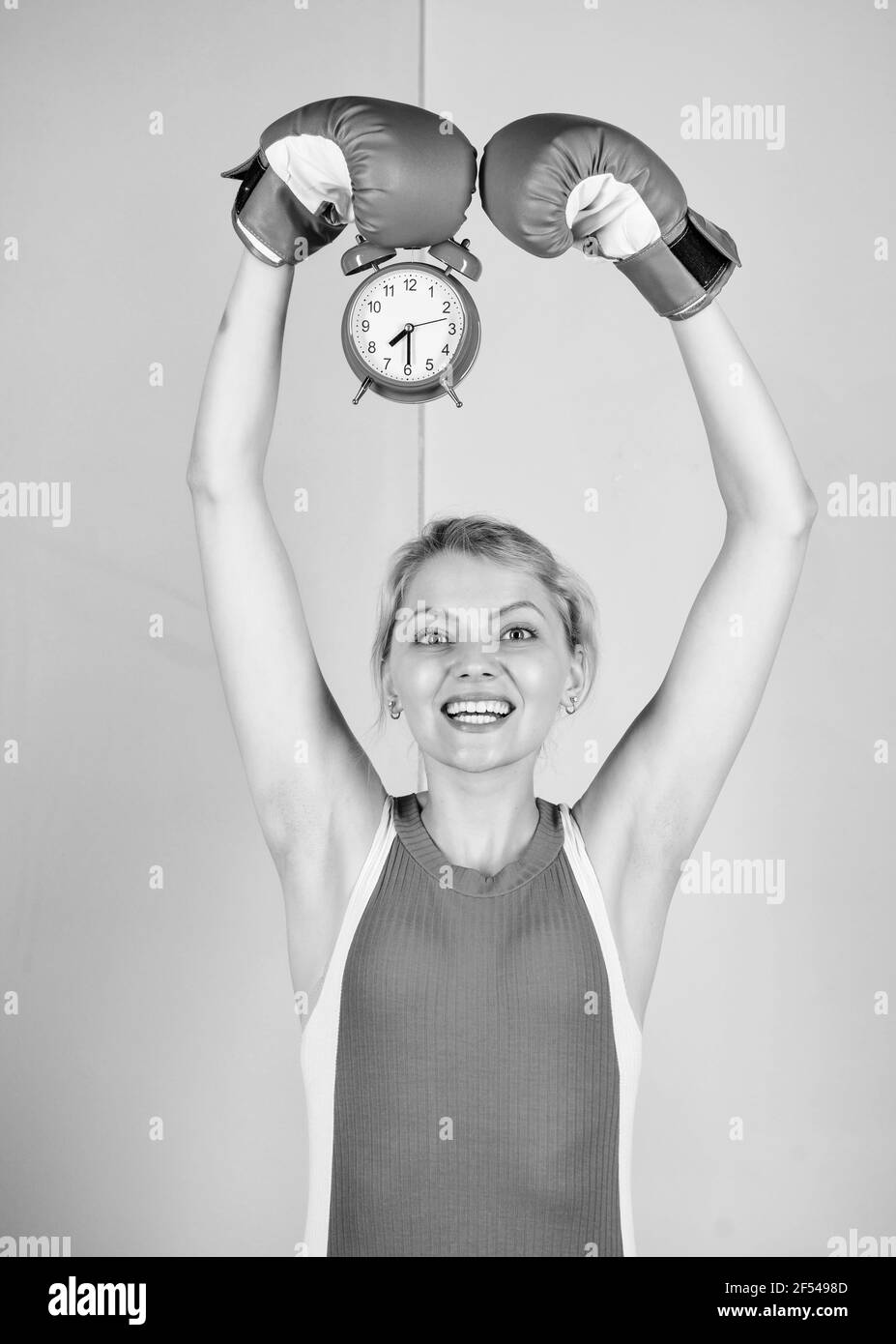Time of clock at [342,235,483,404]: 7:29
